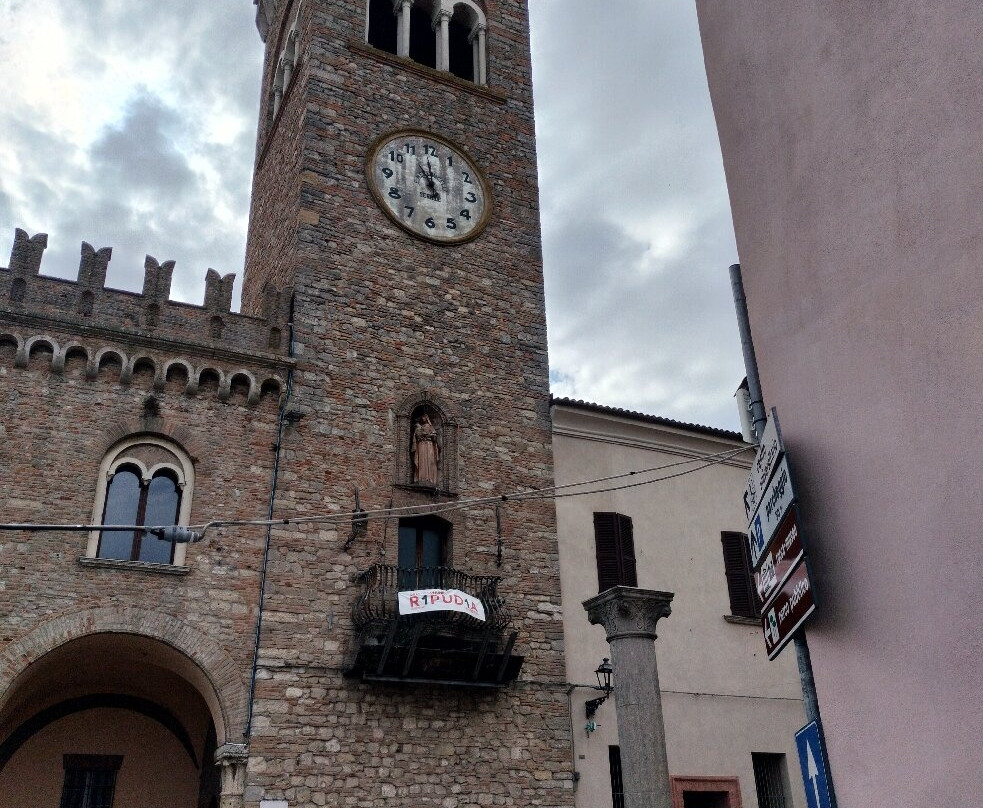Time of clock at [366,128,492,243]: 10:59
